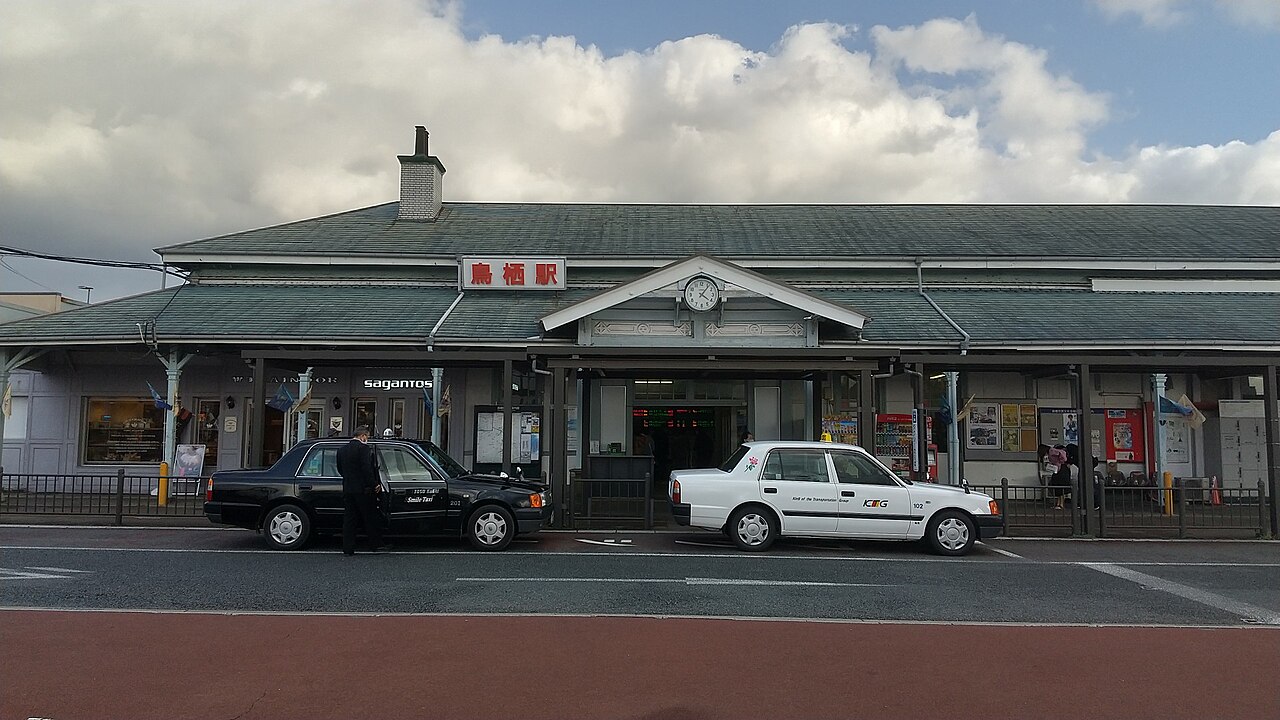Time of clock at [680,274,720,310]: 4:06
